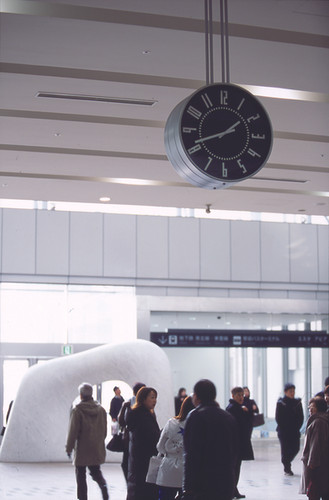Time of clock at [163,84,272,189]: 1:41
